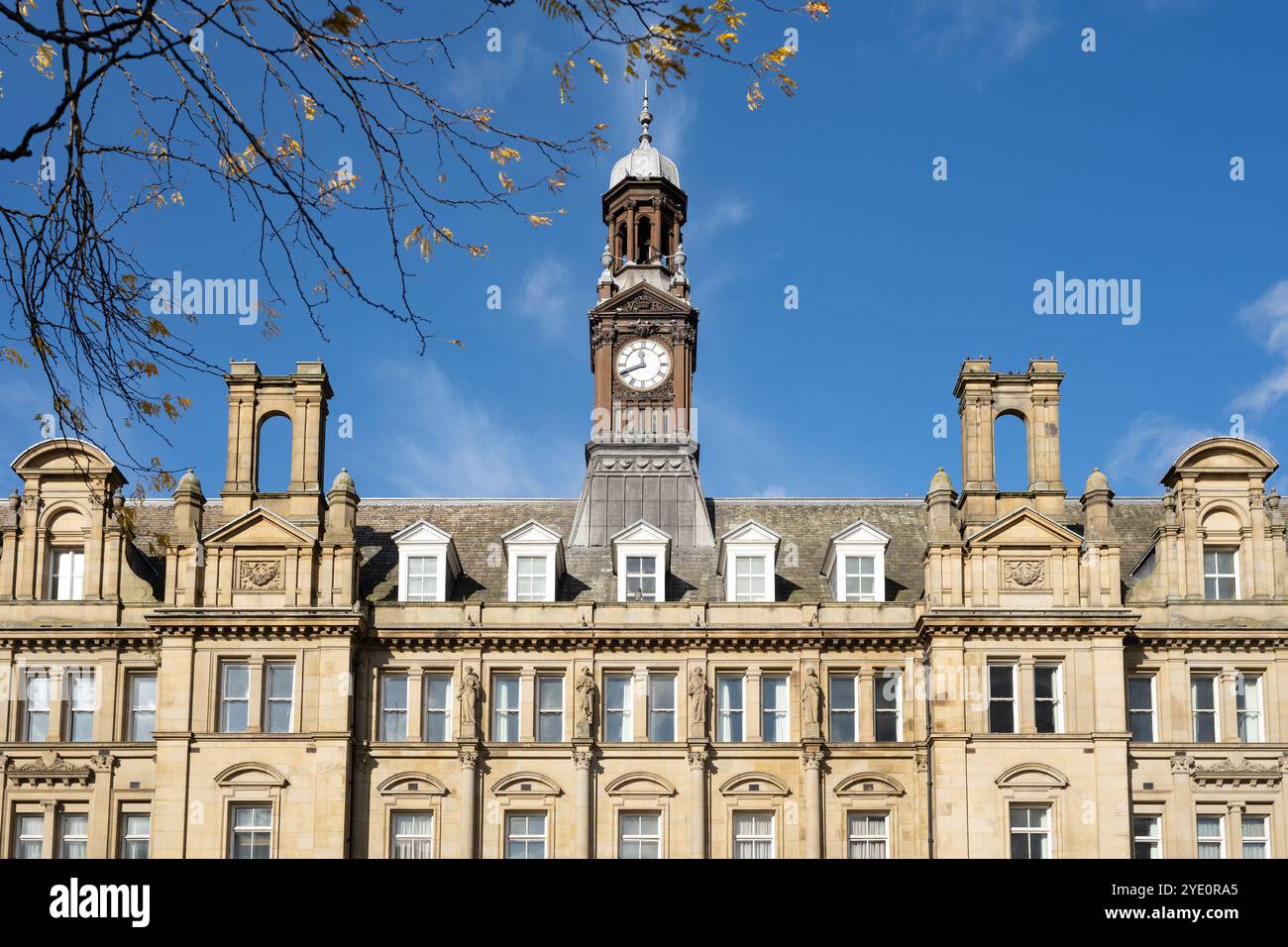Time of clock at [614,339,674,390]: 11:41
